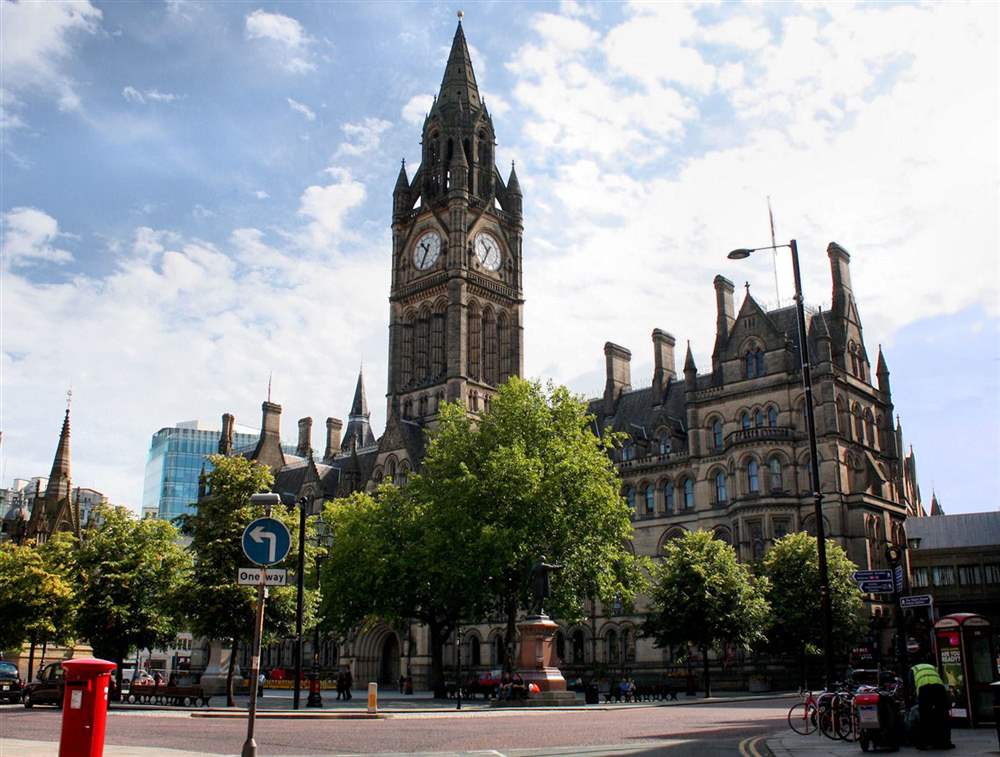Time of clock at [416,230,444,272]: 10:34
